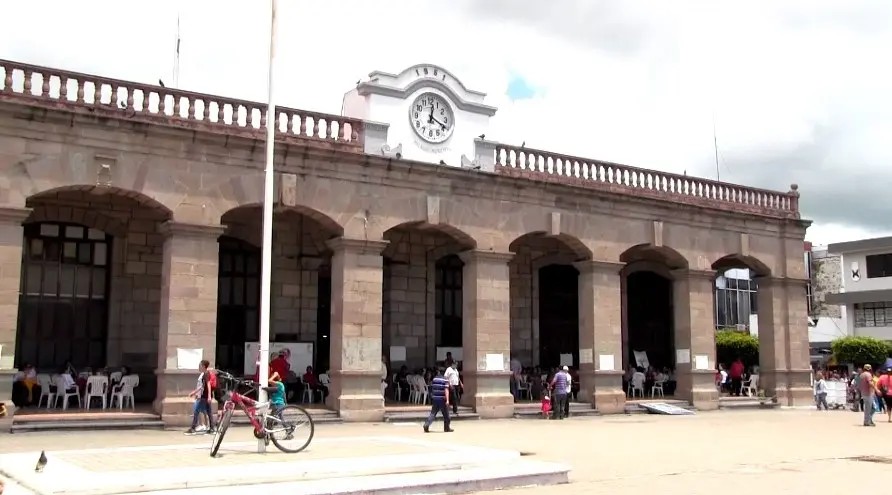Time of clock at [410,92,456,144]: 12:19
